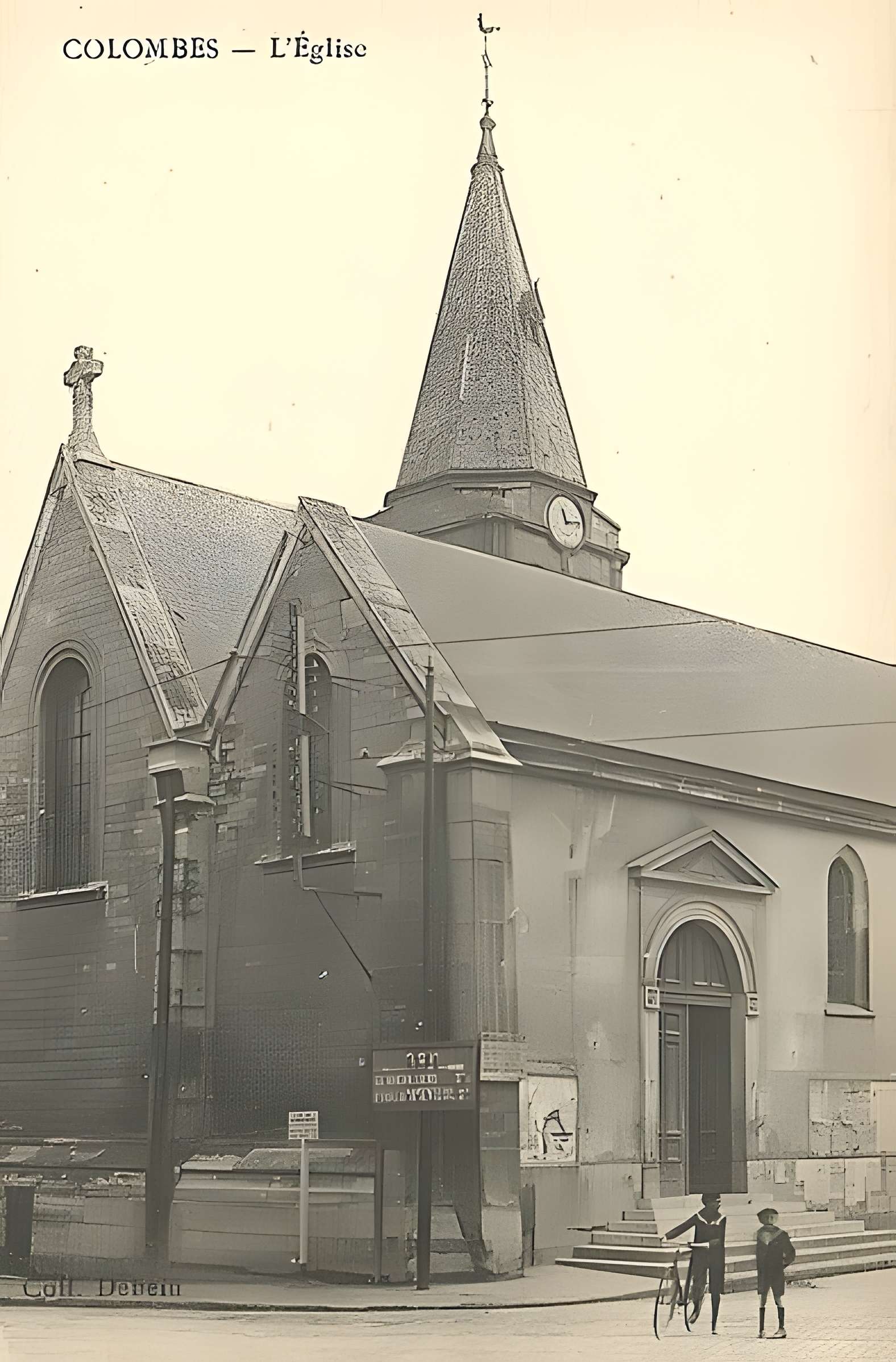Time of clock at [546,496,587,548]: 11:13
